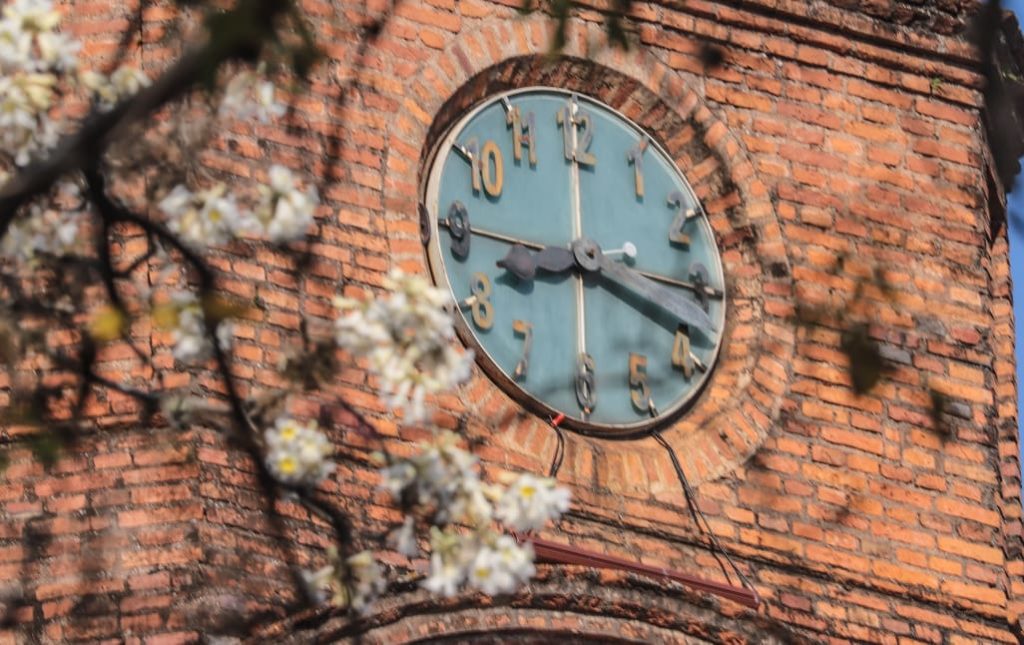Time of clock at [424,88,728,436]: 8:18
